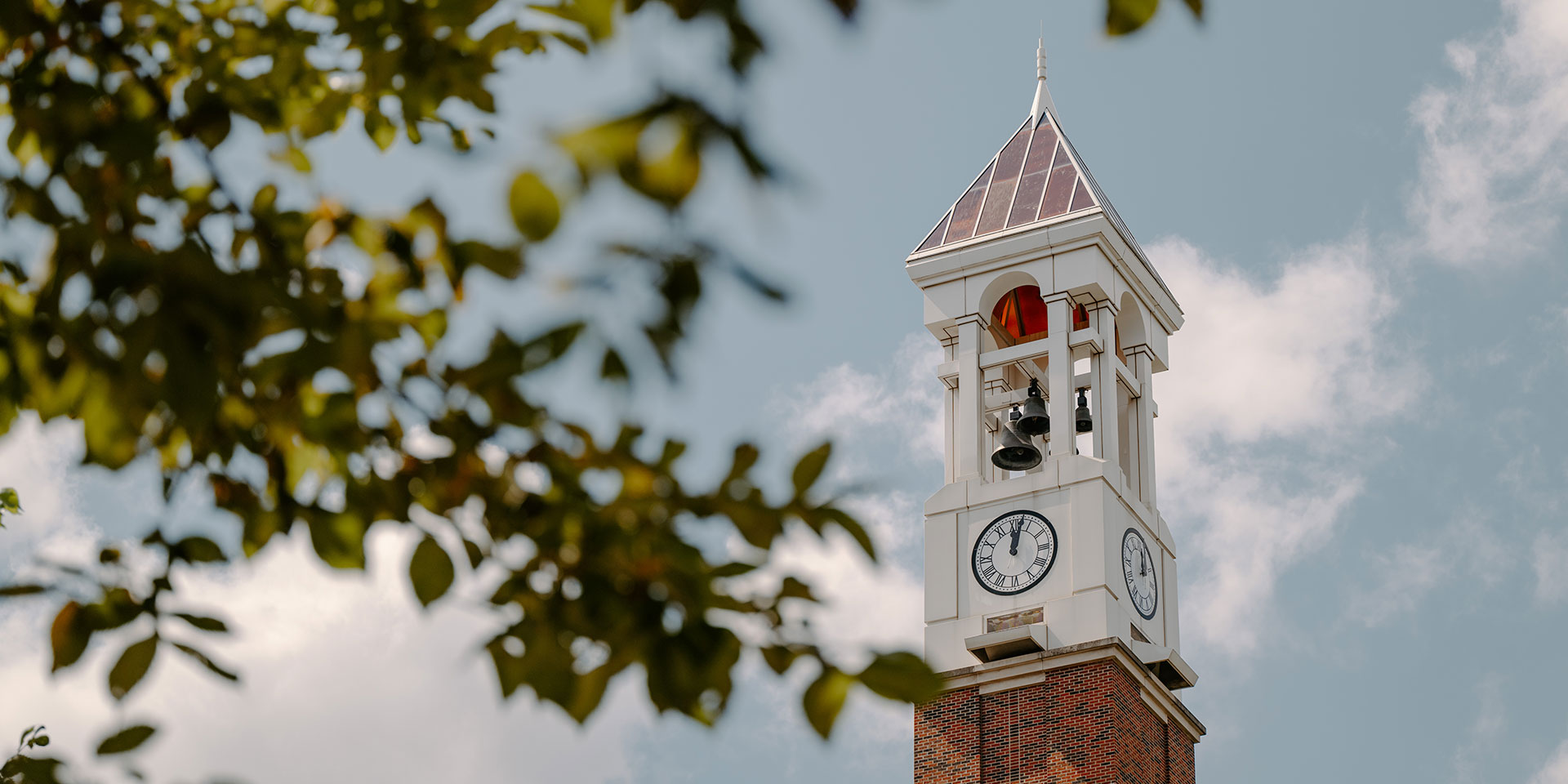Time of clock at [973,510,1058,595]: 12:02
